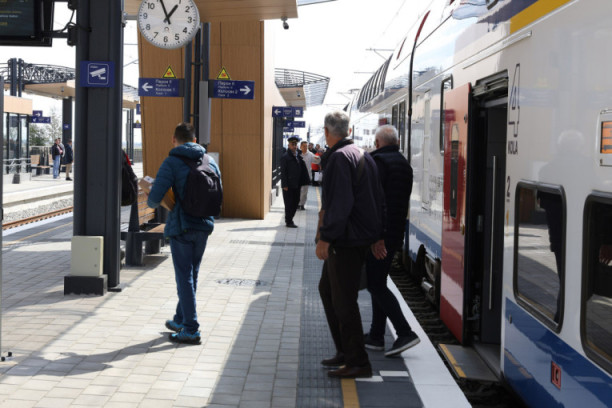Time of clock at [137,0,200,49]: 12:55
